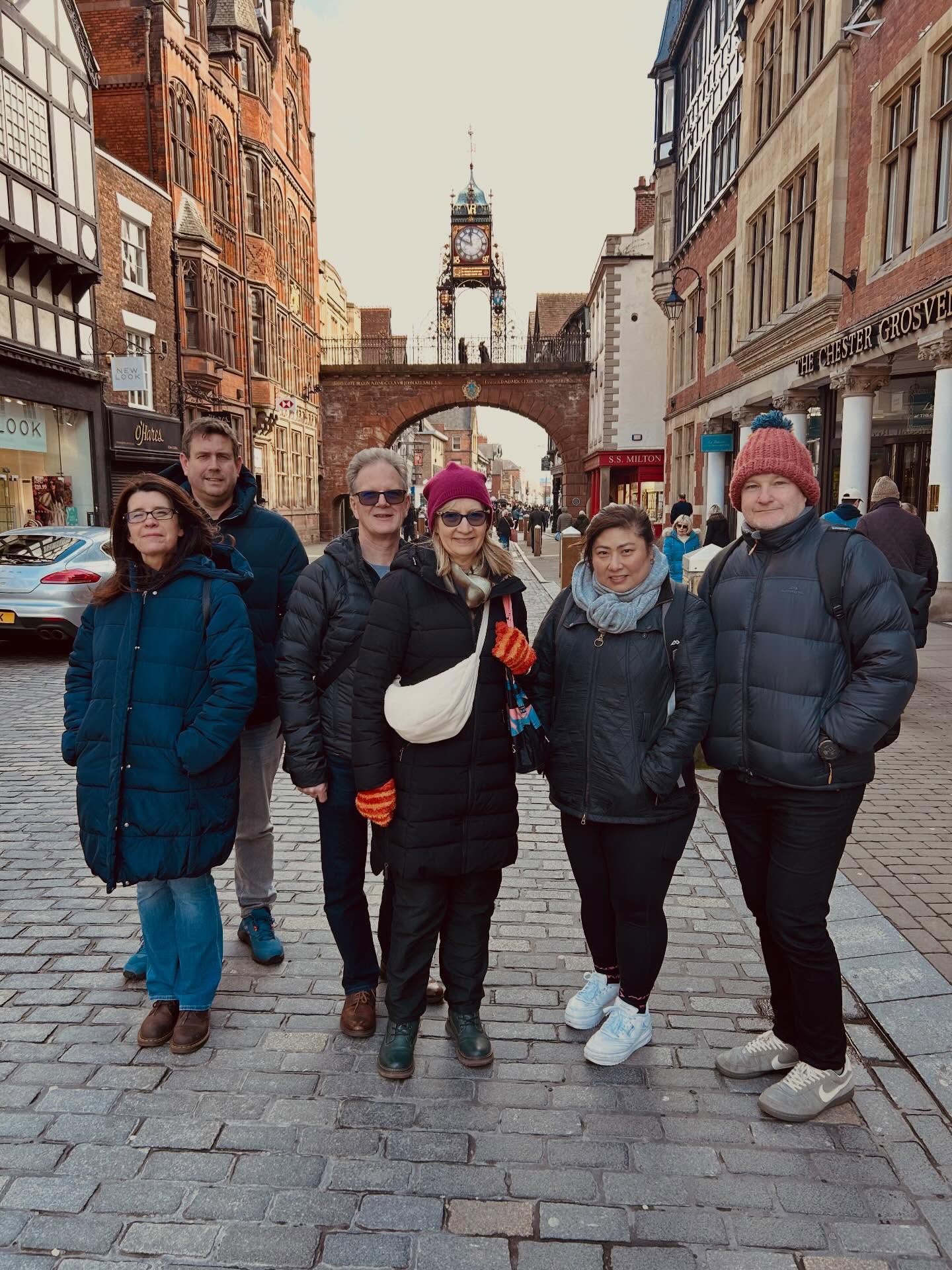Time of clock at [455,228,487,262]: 11:48
